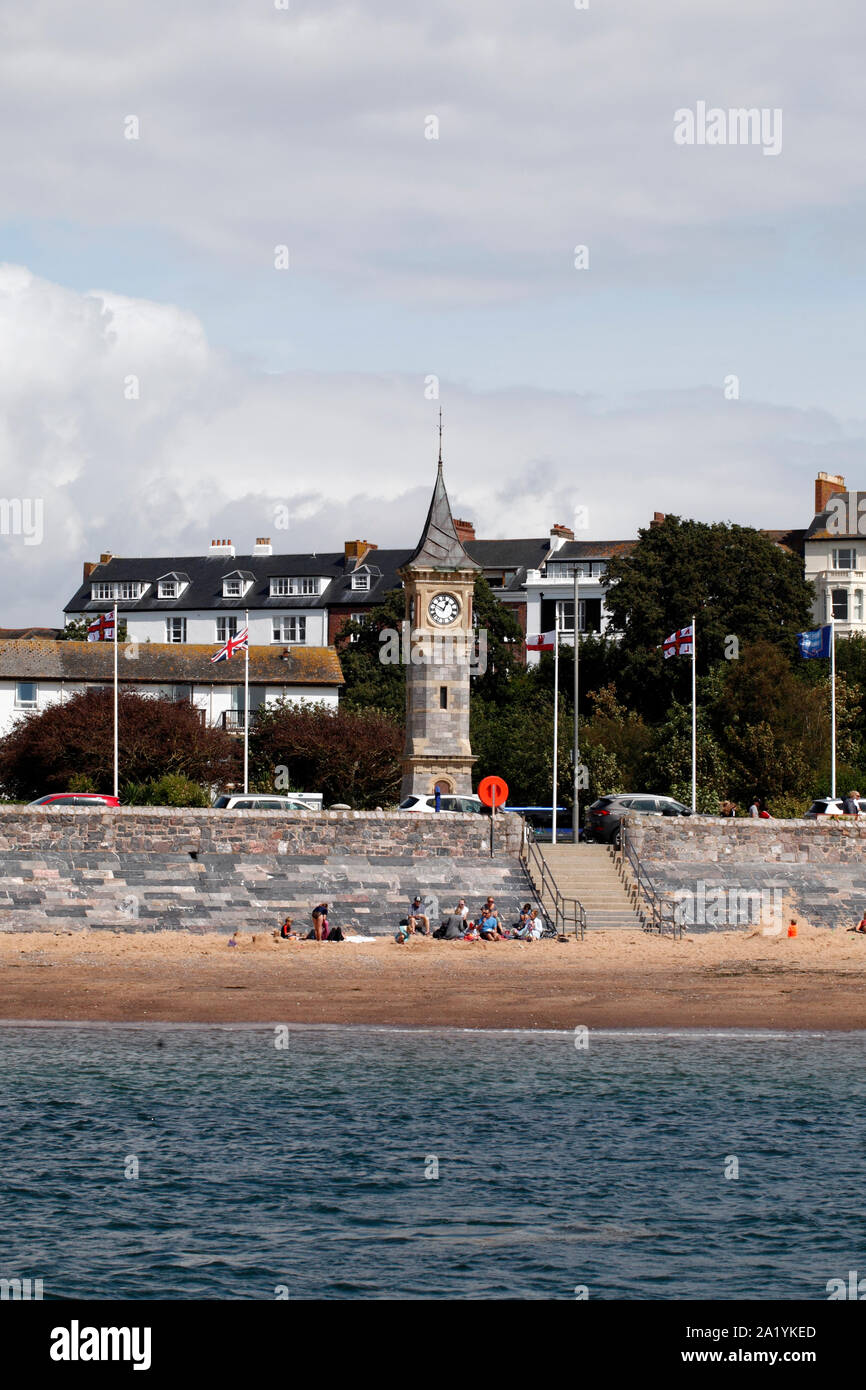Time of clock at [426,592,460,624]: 12:49
